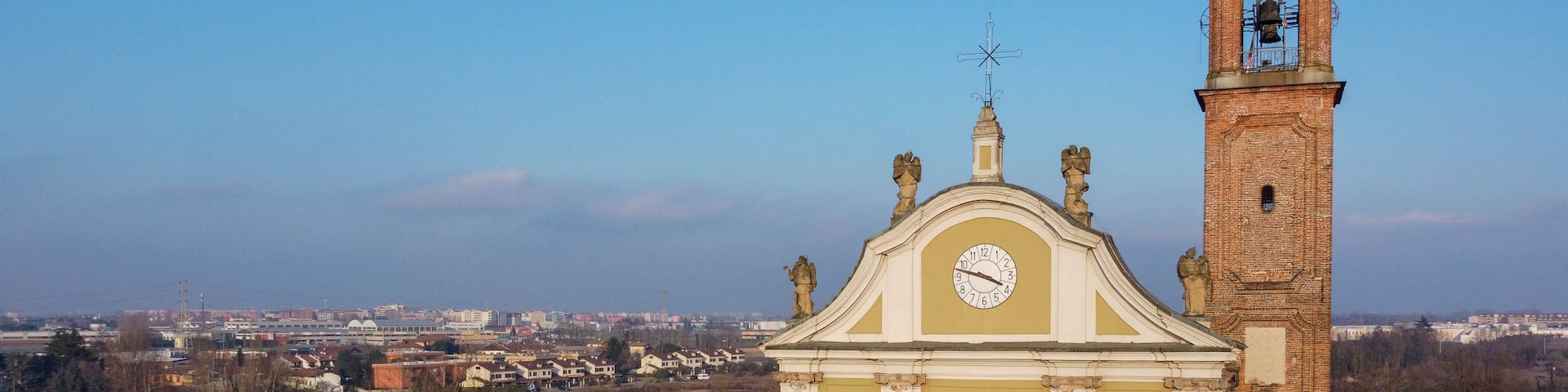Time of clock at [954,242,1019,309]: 3:47
